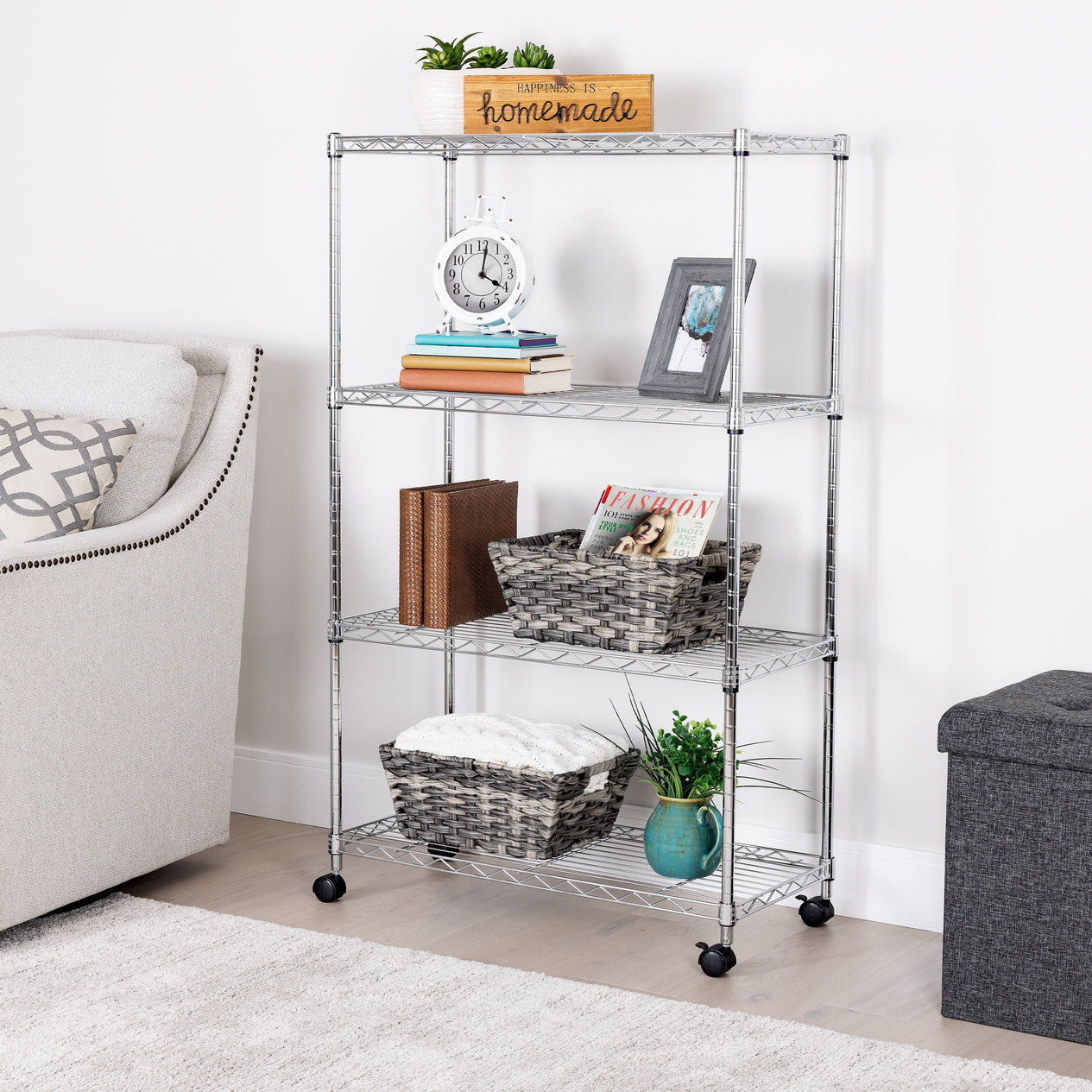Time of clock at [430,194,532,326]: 4:01
